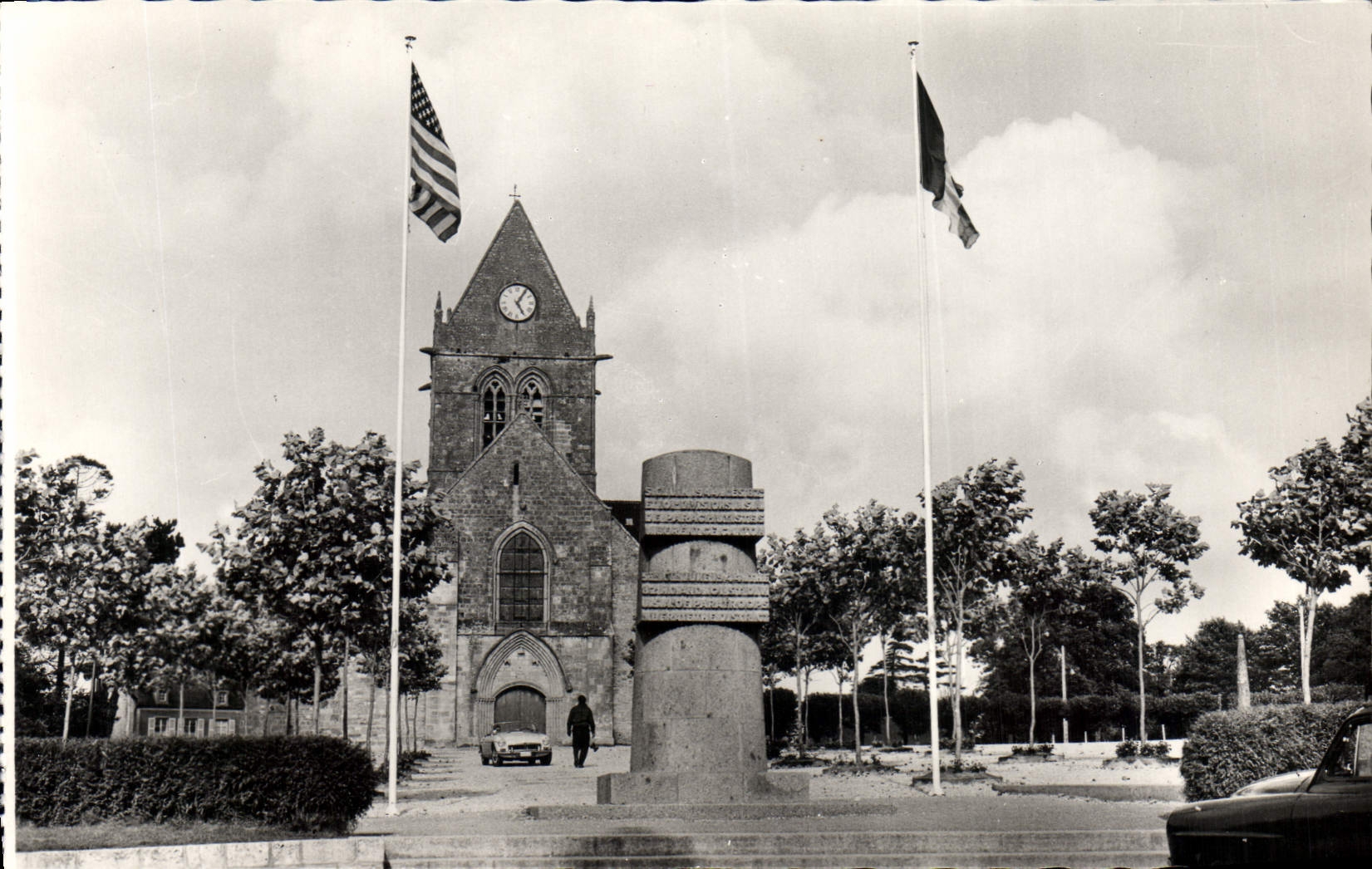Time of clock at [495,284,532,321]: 5:05
